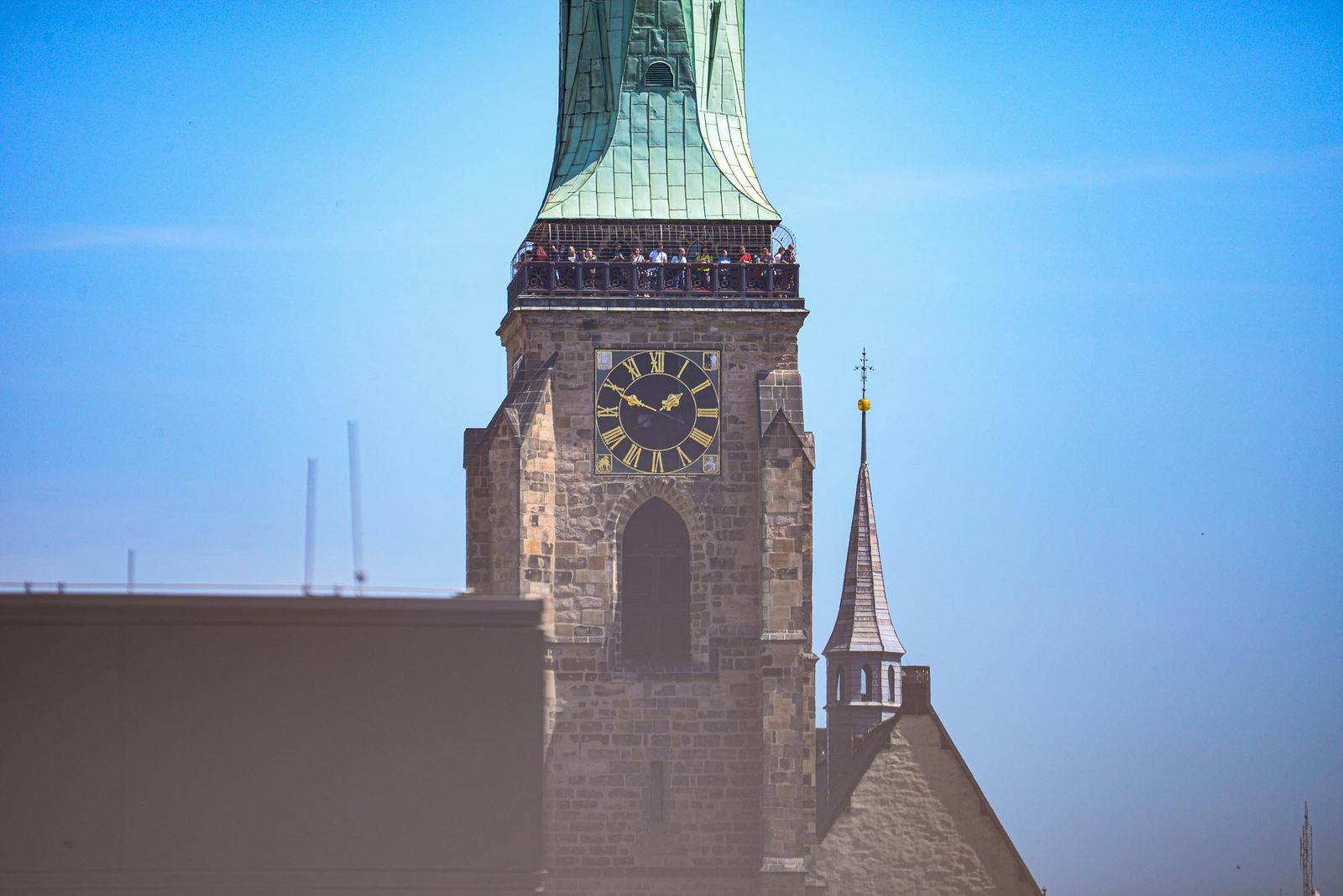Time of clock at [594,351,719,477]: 1:49
